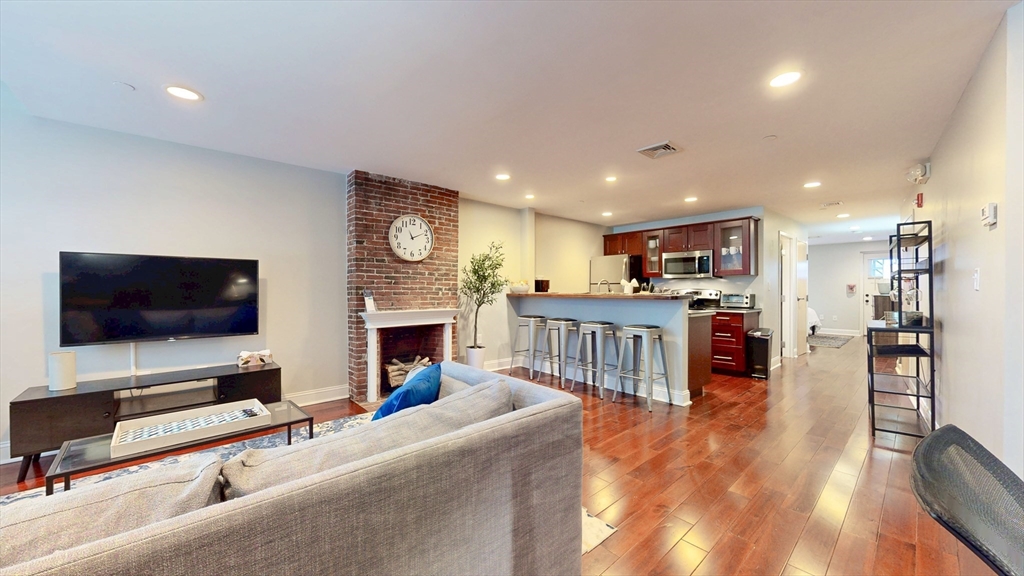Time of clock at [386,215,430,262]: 11:10
